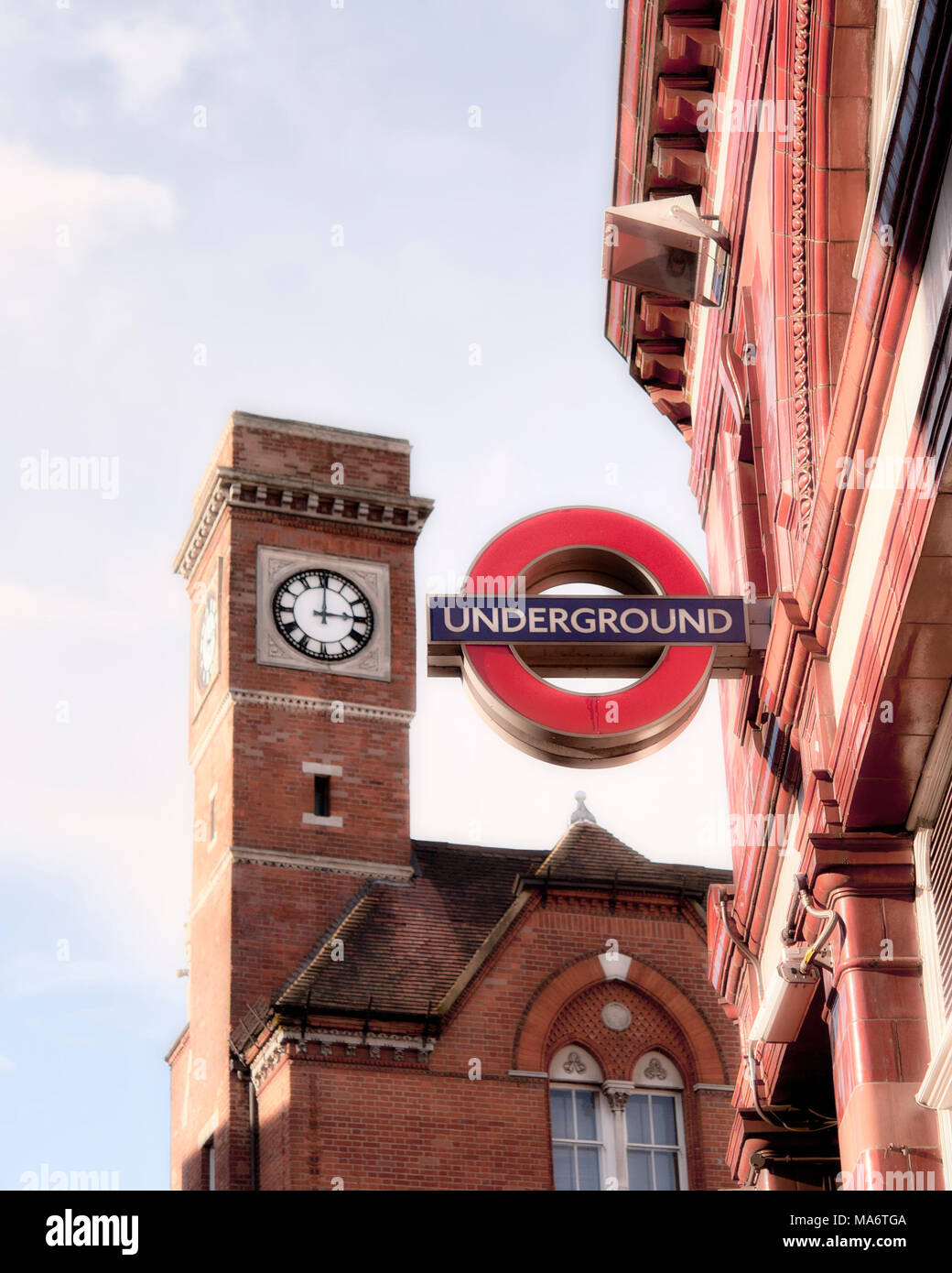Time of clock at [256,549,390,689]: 3:00
